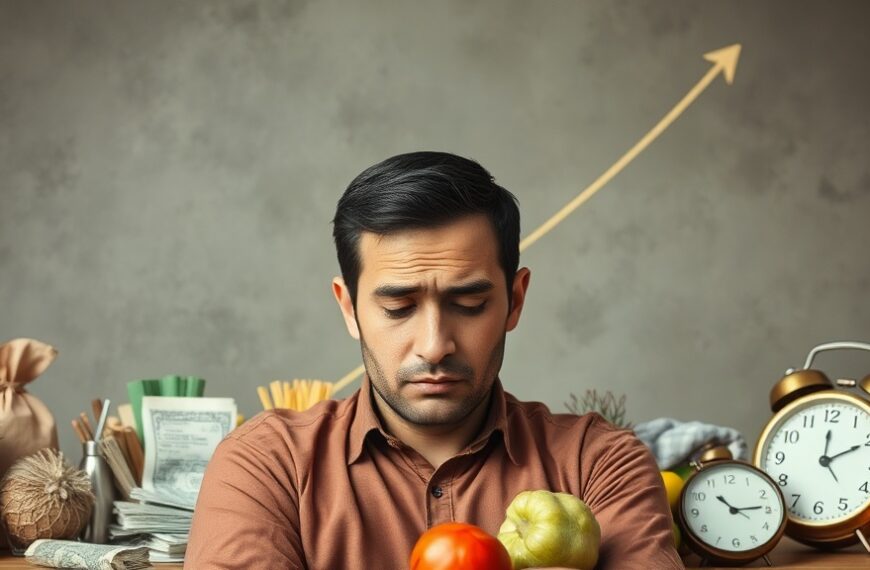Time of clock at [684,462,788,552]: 10:13
